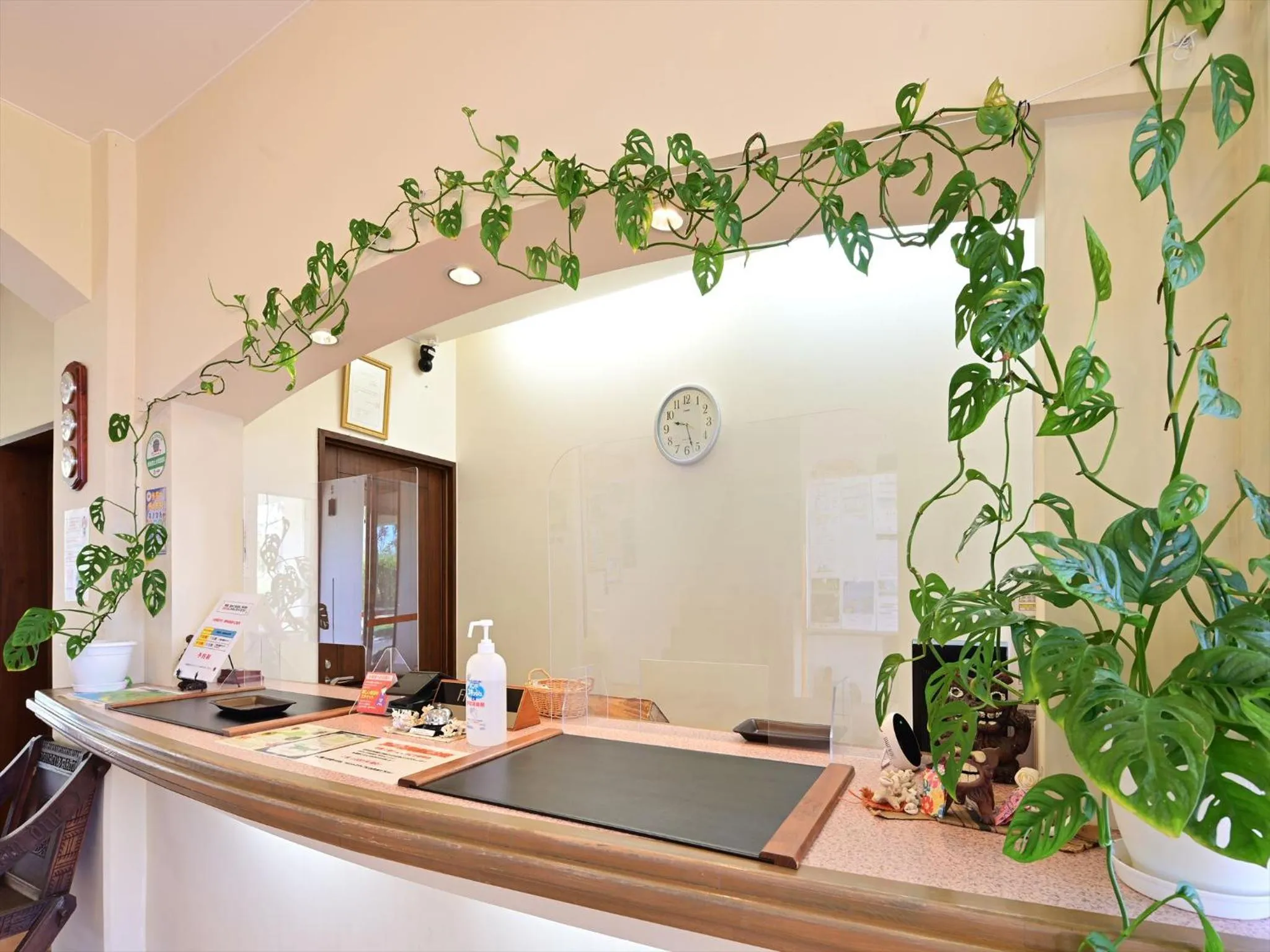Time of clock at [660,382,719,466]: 9:27
